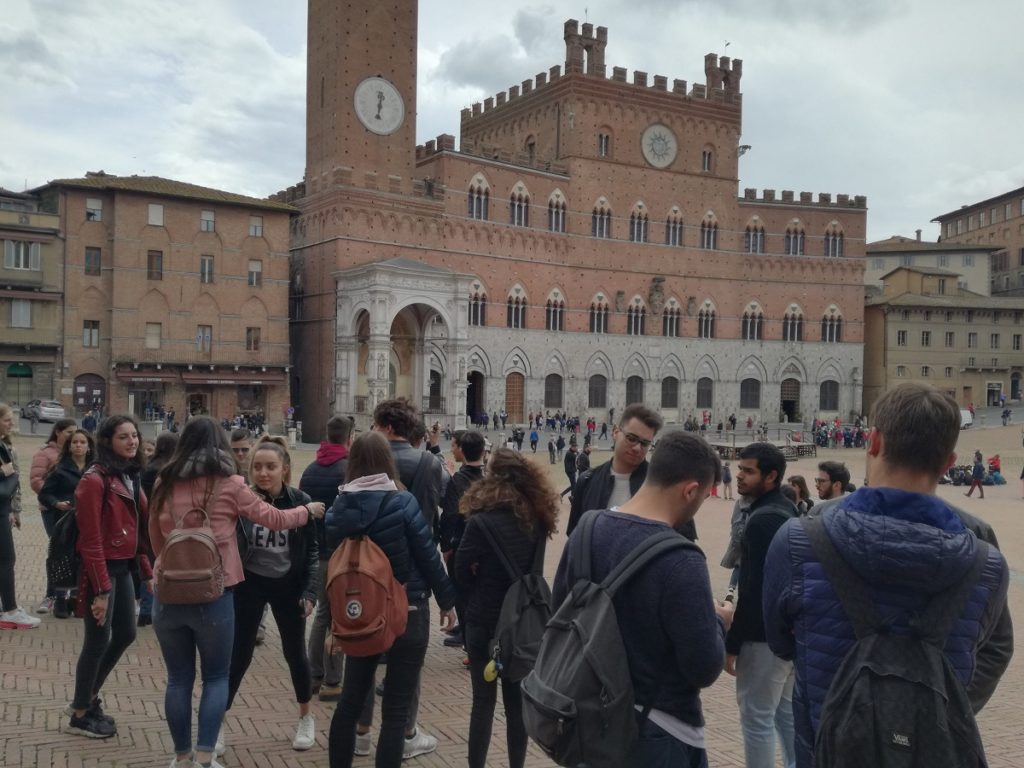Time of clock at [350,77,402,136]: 6:32
